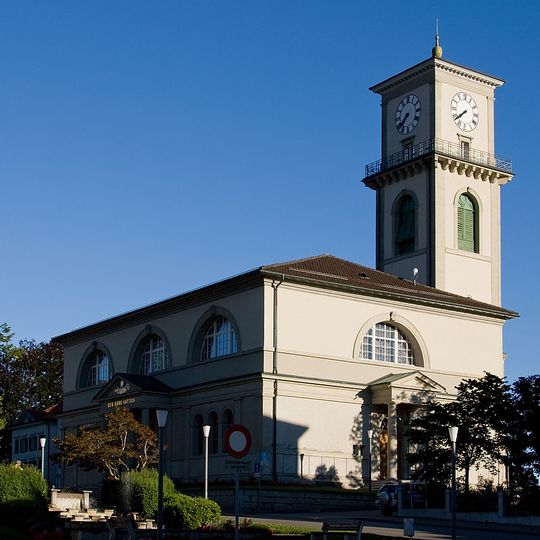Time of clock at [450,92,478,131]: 7:38
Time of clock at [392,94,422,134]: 7:37
